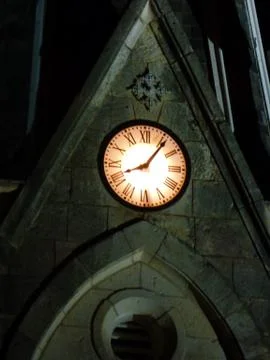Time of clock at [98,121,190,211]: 8:06
